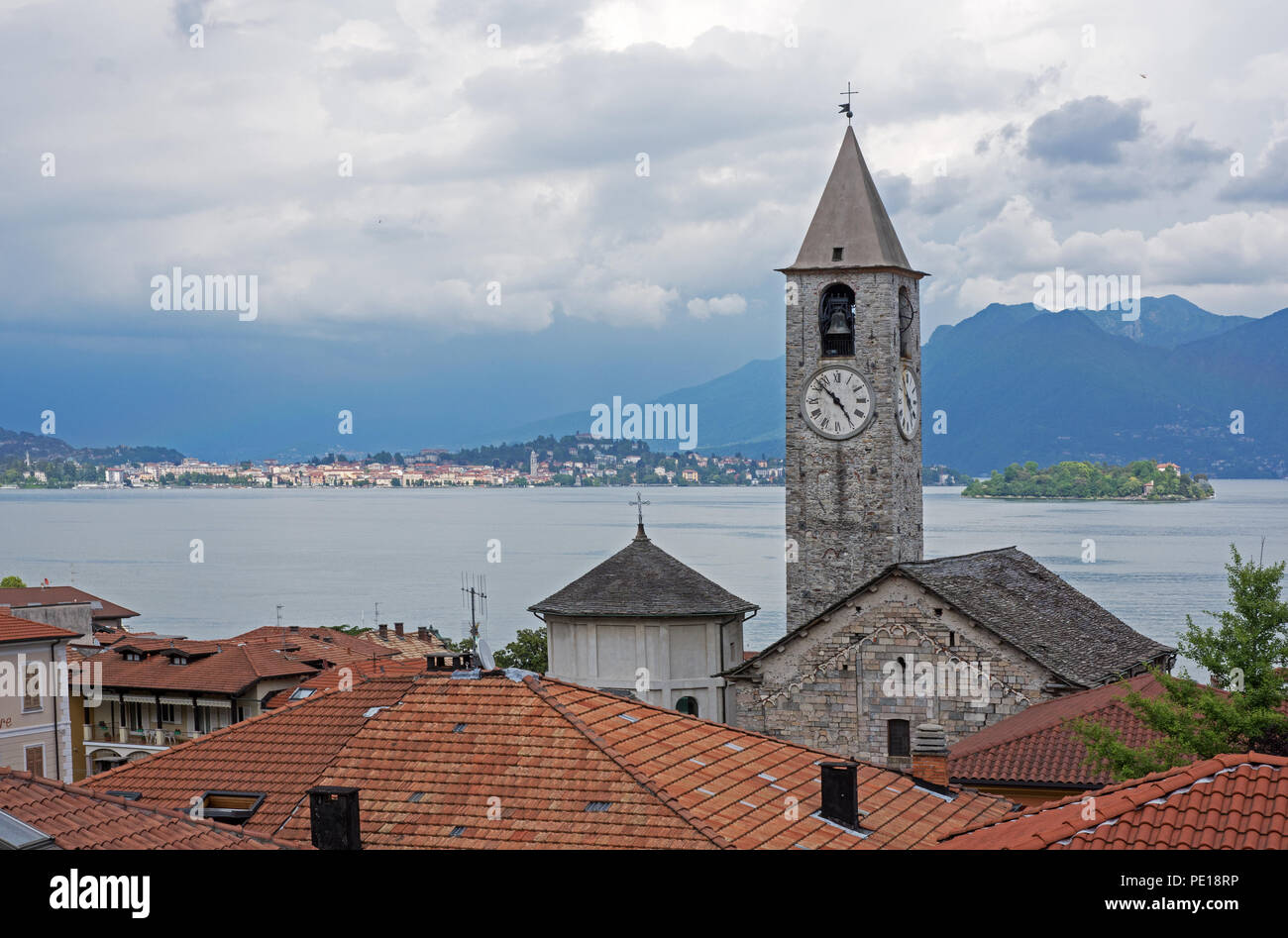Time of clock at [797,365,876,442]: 4:52
